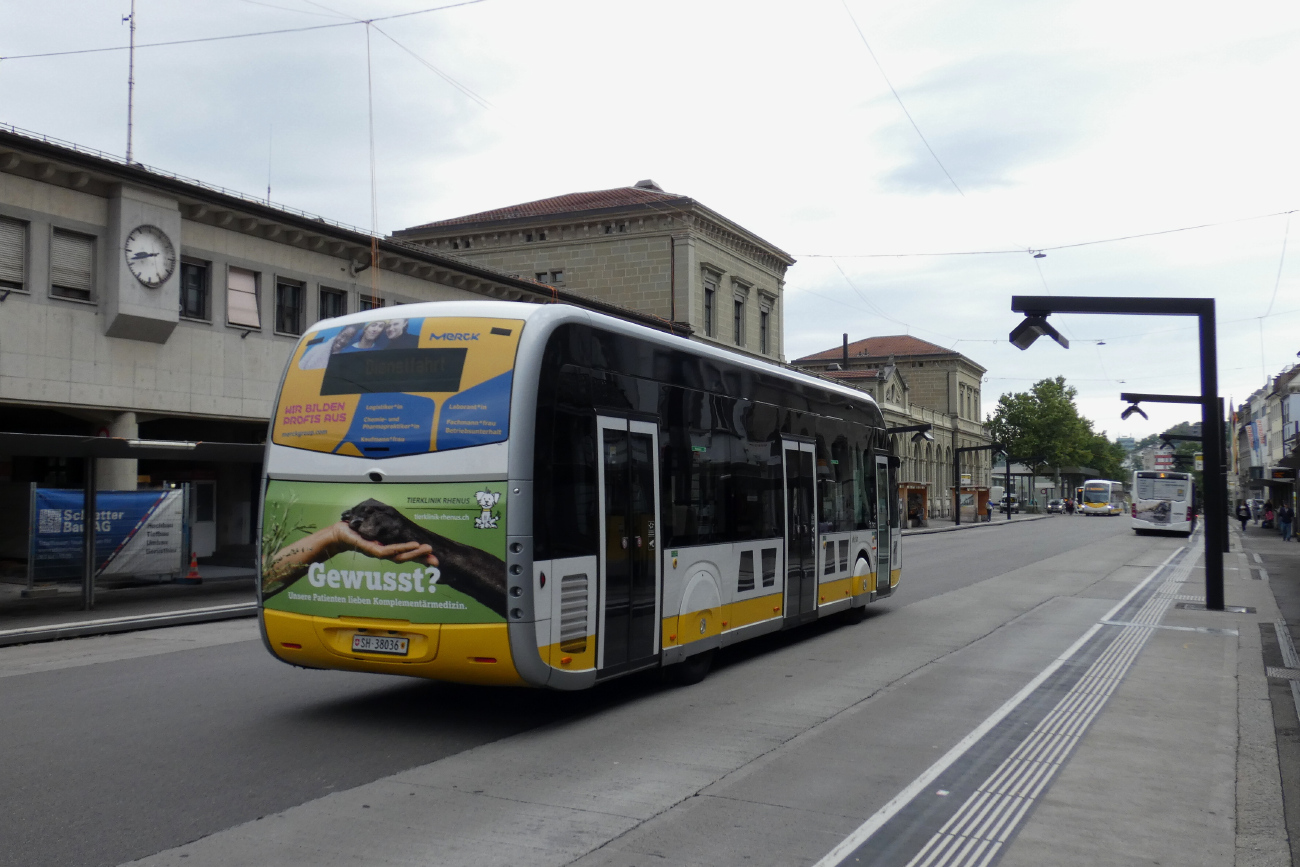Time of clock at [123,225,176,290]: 8:42
